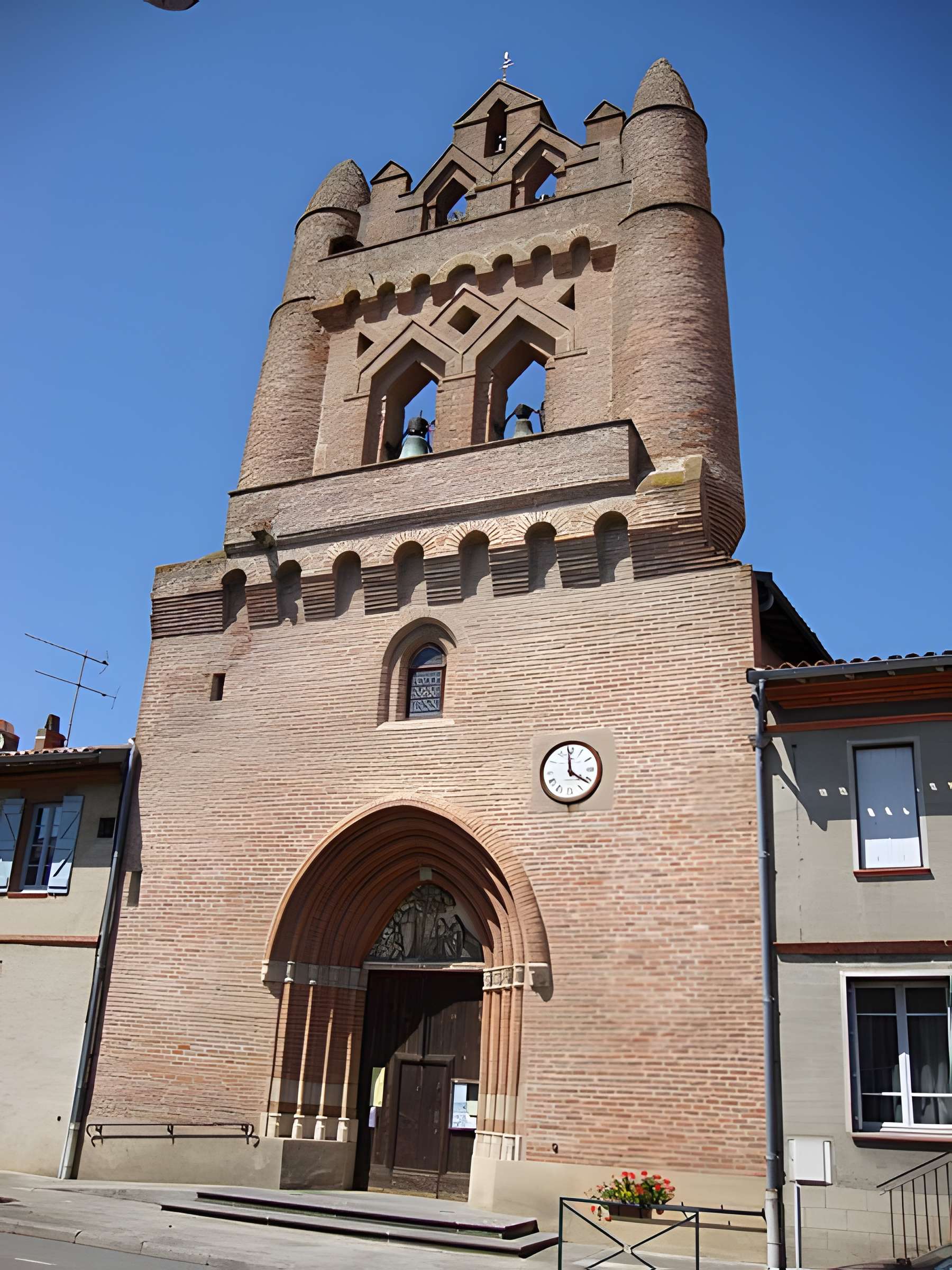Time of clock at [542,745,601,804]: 3:58
